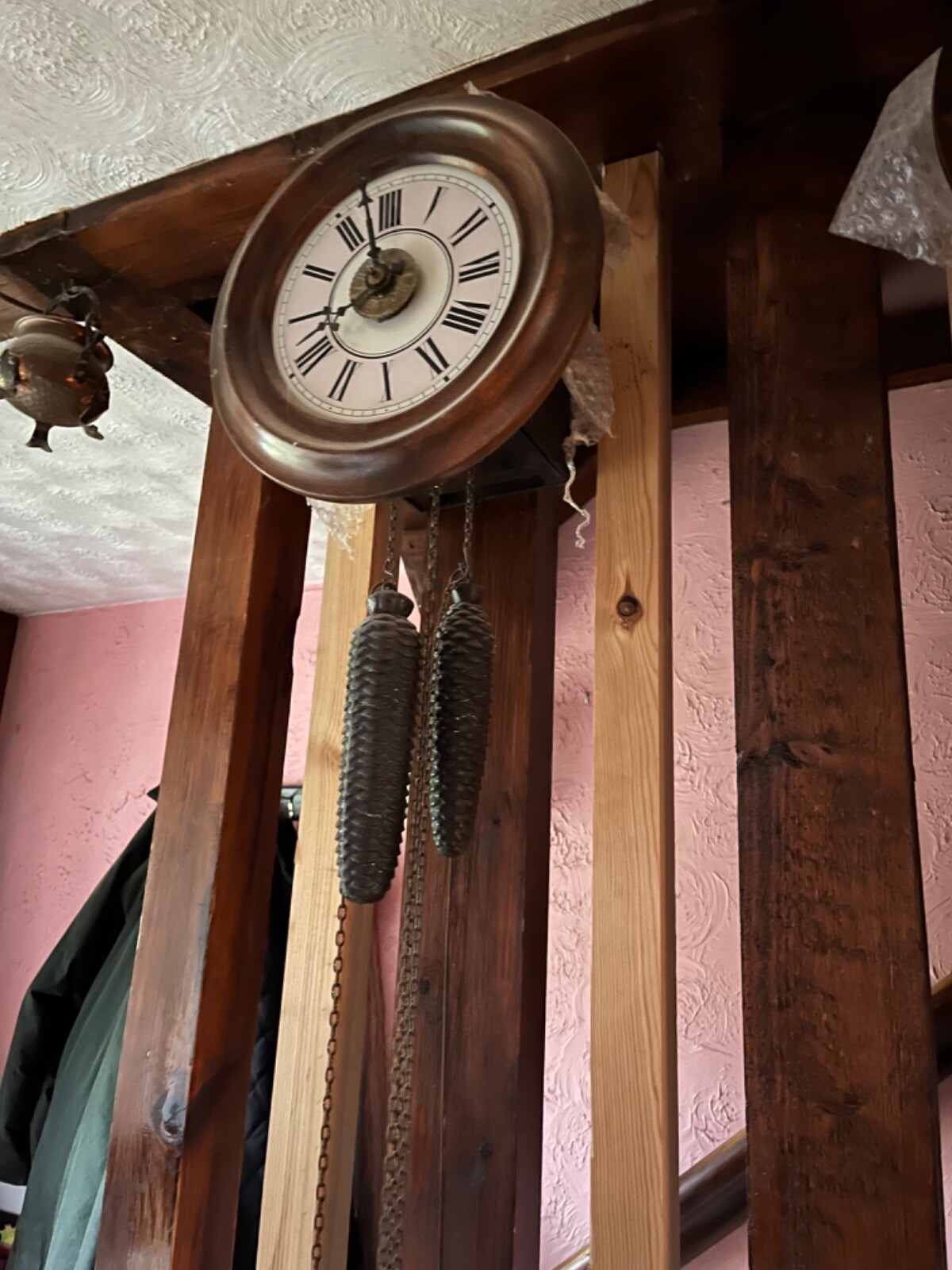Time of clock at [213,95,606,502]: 8:57
